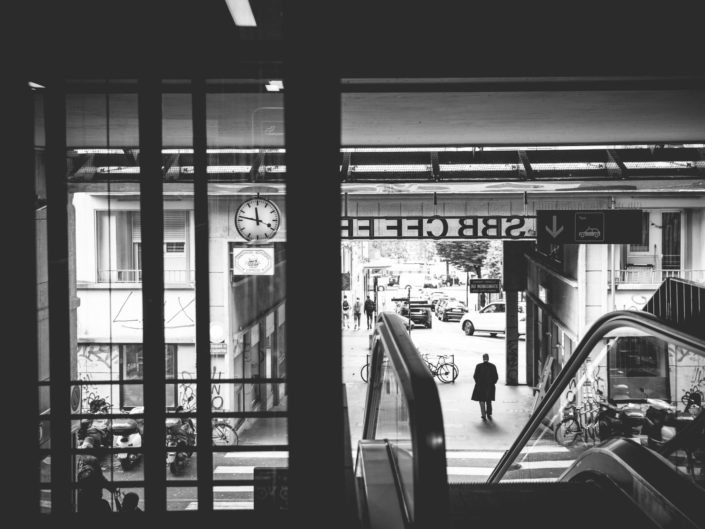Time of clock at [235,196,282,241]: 11:46
